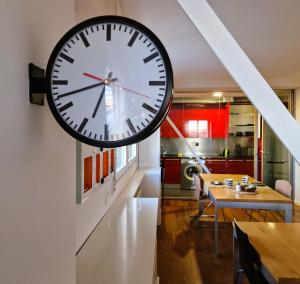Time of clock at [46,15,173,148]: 6:42
